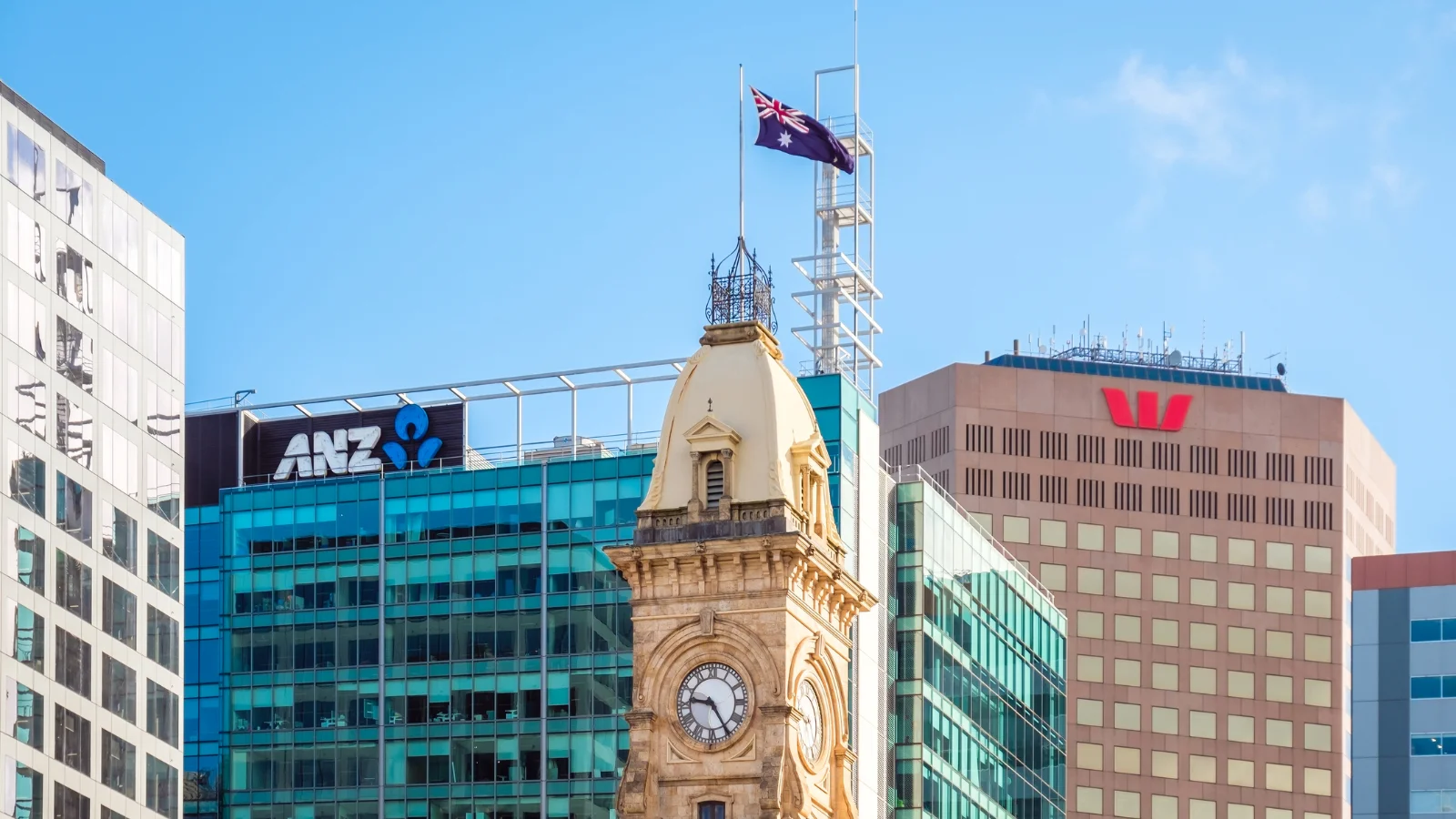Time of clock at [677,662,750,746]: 9:24
